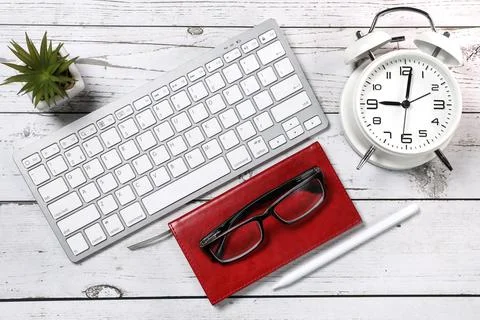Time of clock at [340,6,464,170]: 9:01
